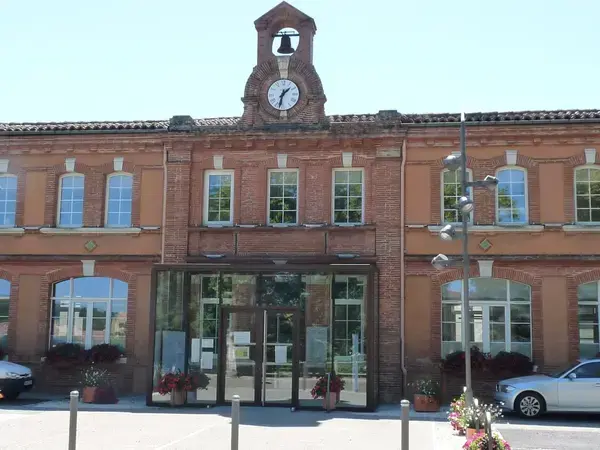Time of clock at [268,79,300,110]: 1:32
